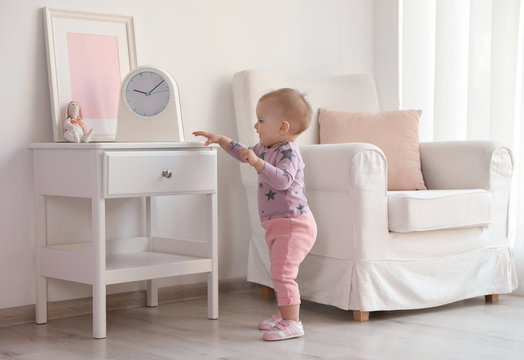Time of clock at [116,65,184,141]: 9:07
